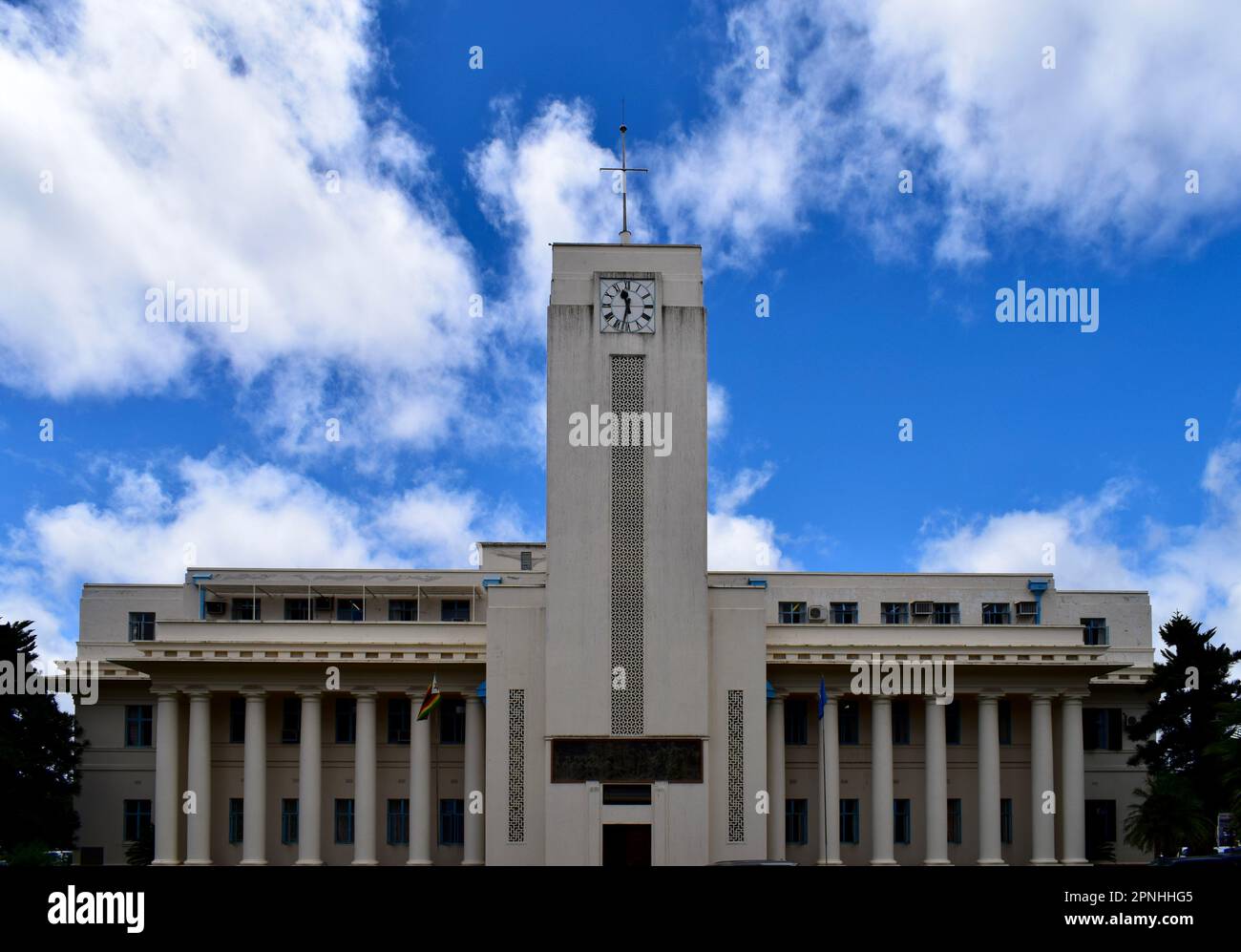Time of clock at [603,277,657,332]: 11:32
